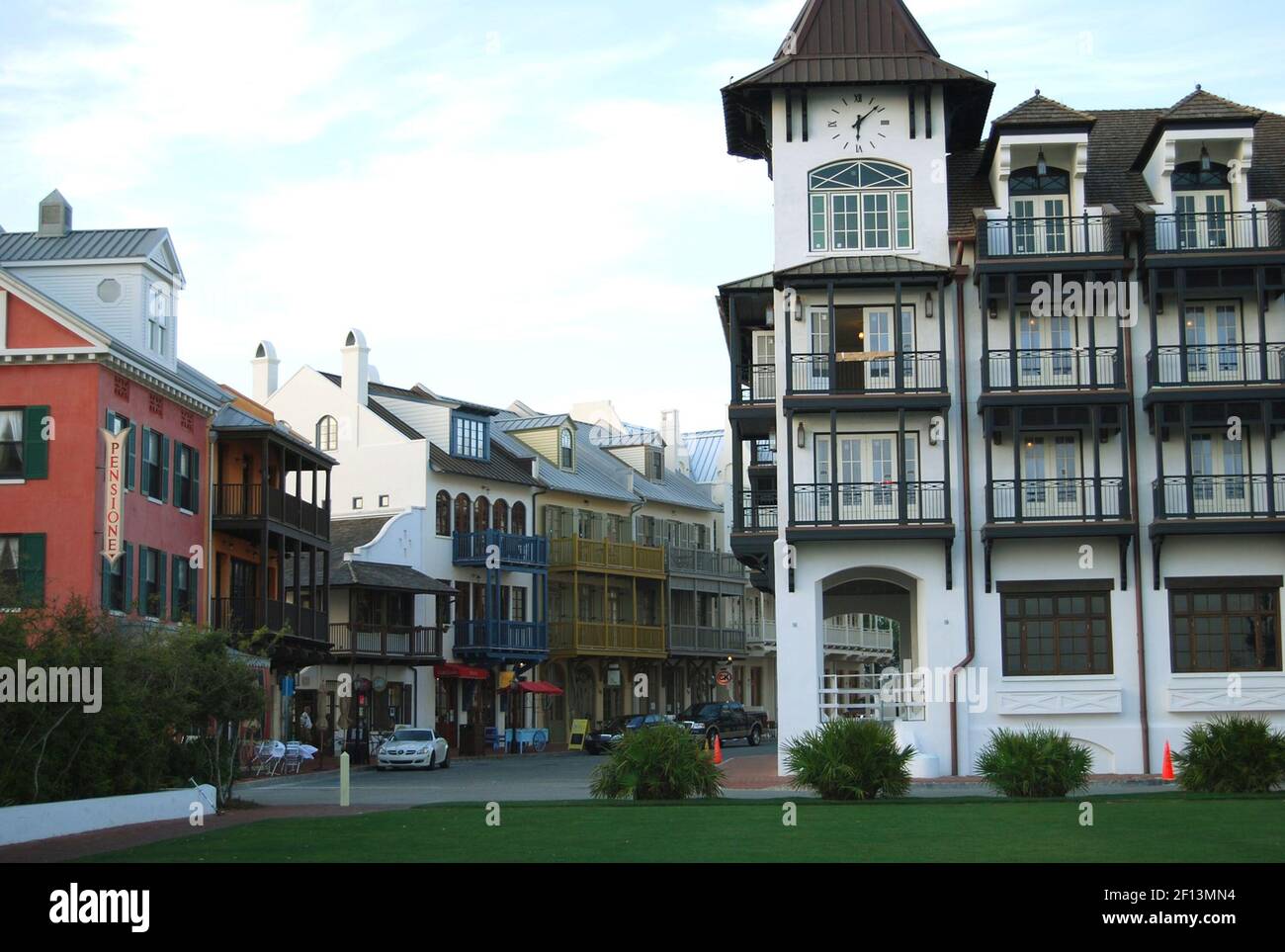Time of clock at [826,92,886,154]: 6:08
